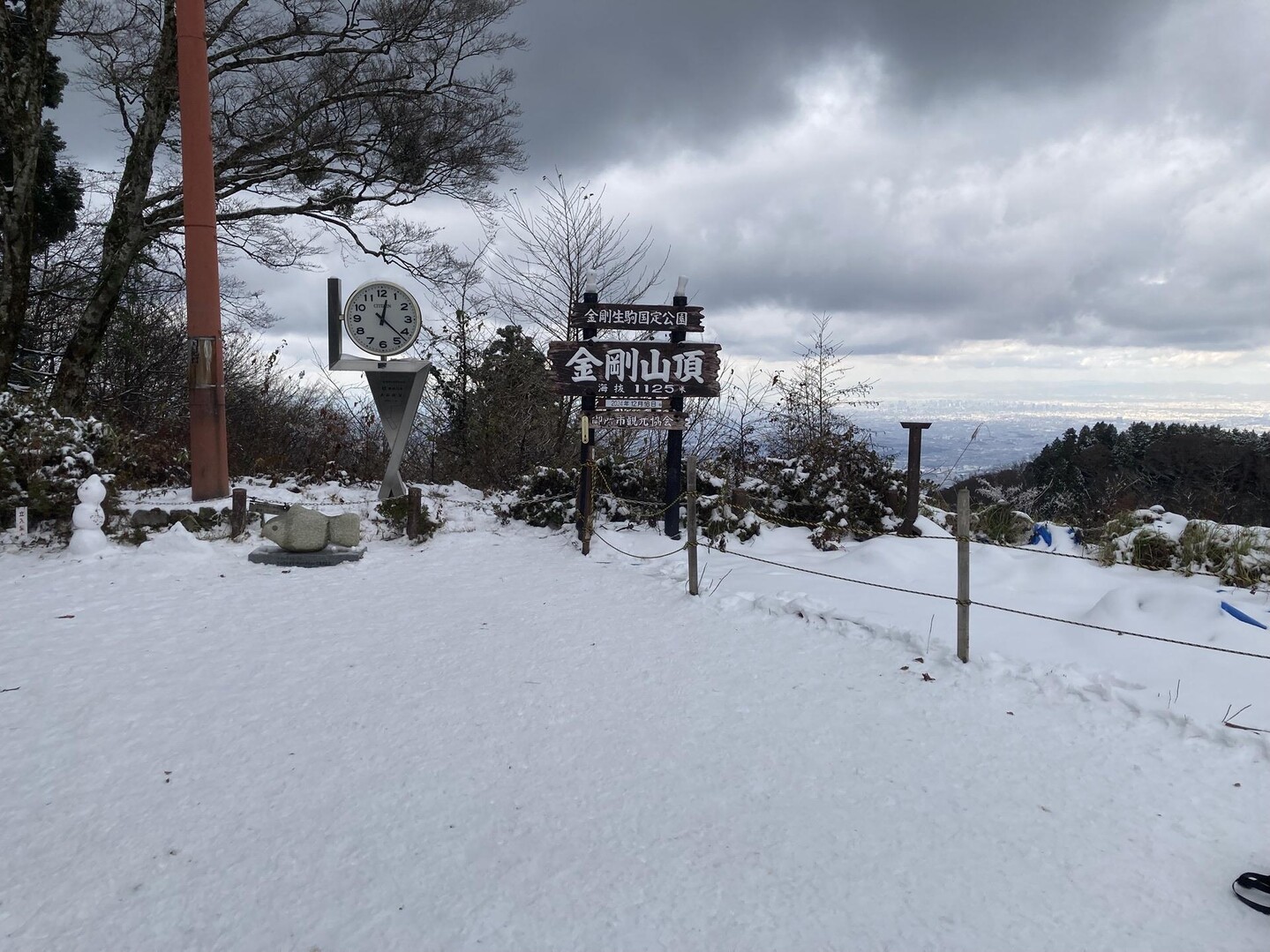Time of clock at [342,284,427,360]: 12:22
